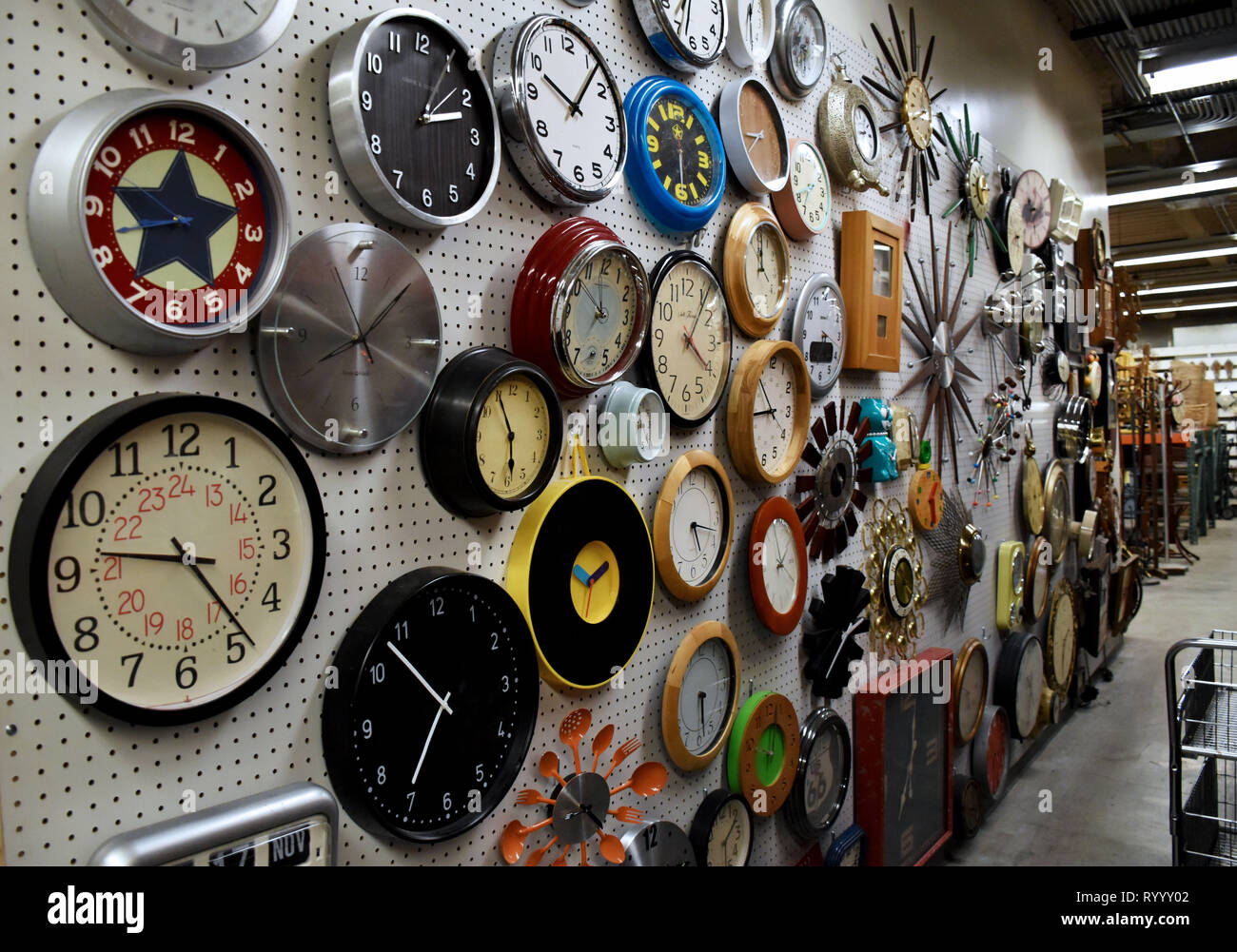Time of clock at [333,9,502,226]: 1:12
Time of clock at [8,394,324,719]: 9:23
